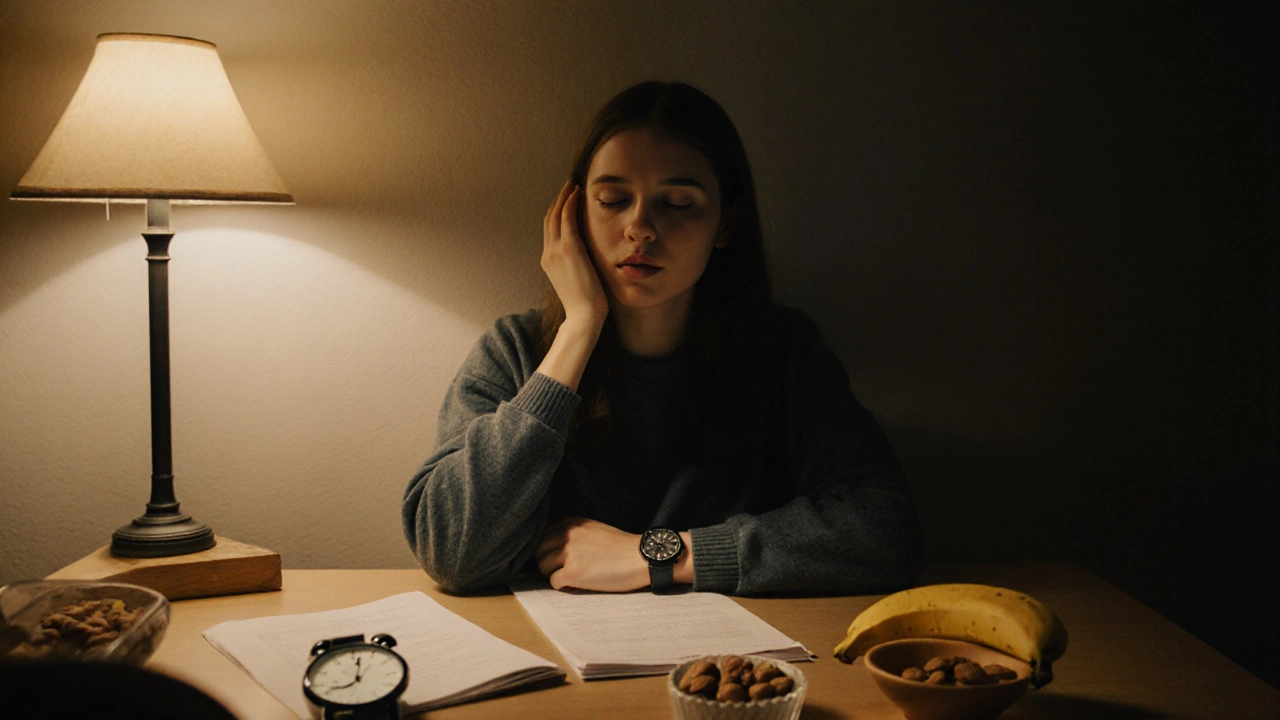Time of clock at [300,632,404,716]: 8:01
